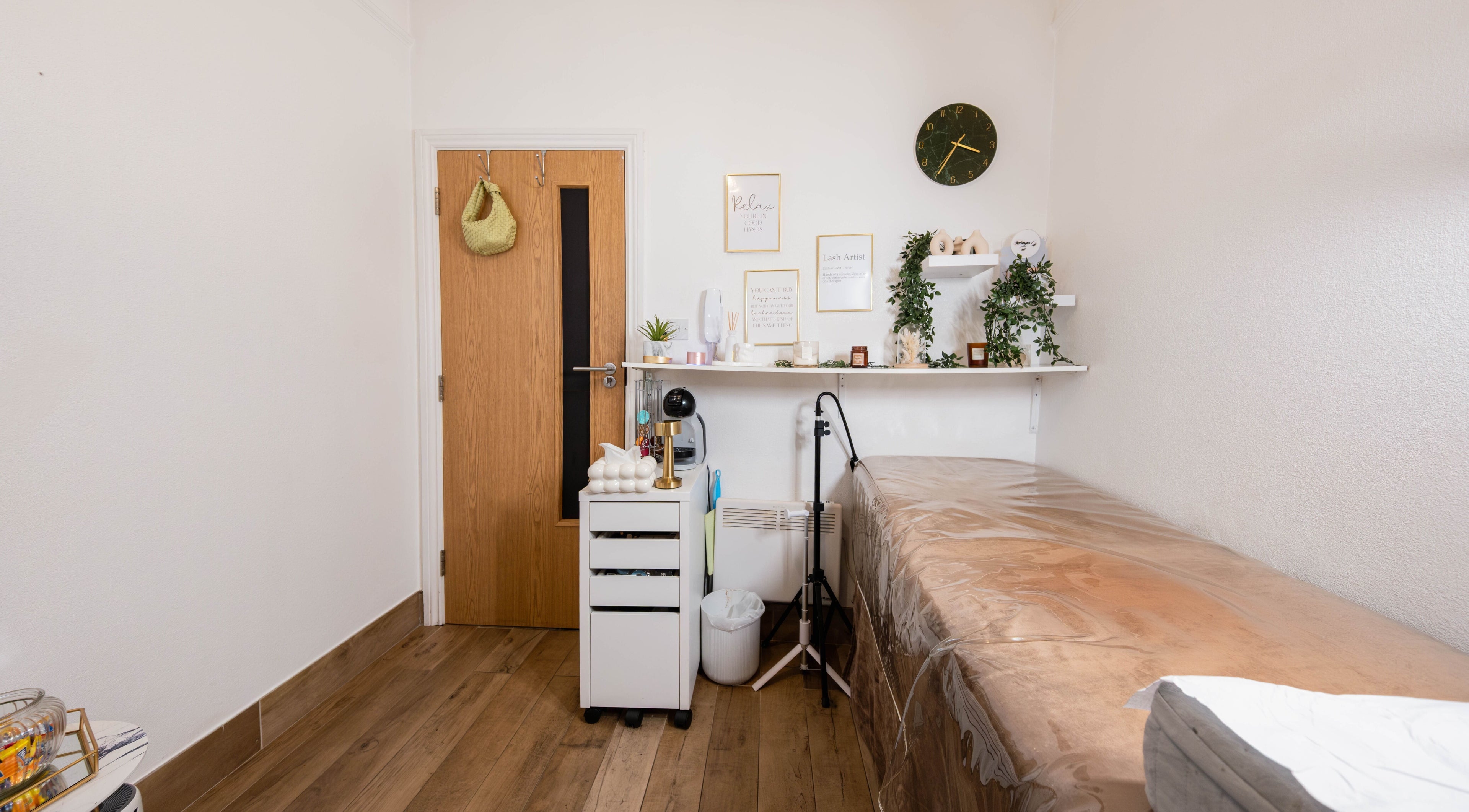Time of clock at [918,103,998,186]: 3:34
